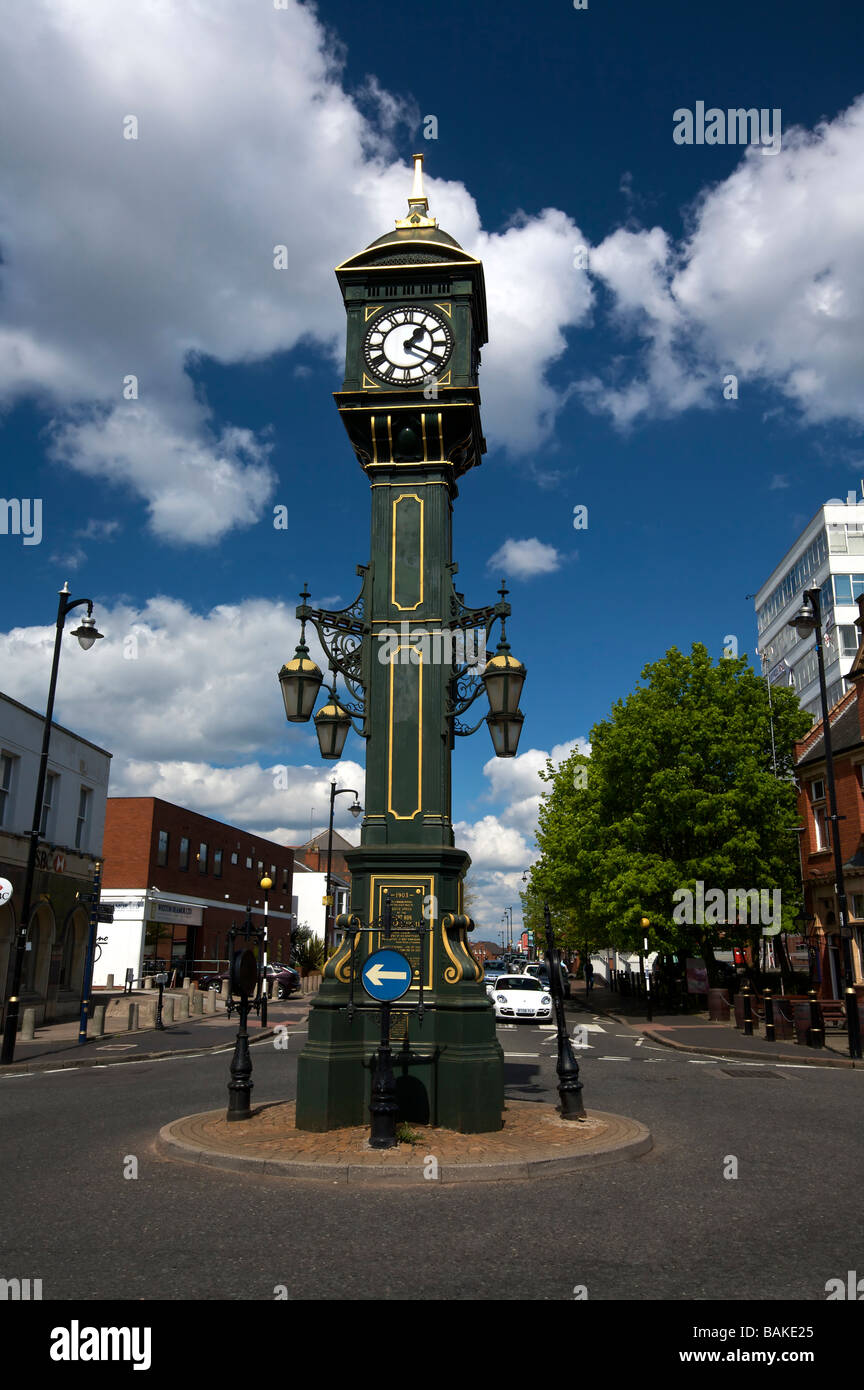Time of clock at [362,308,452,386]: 1:19
